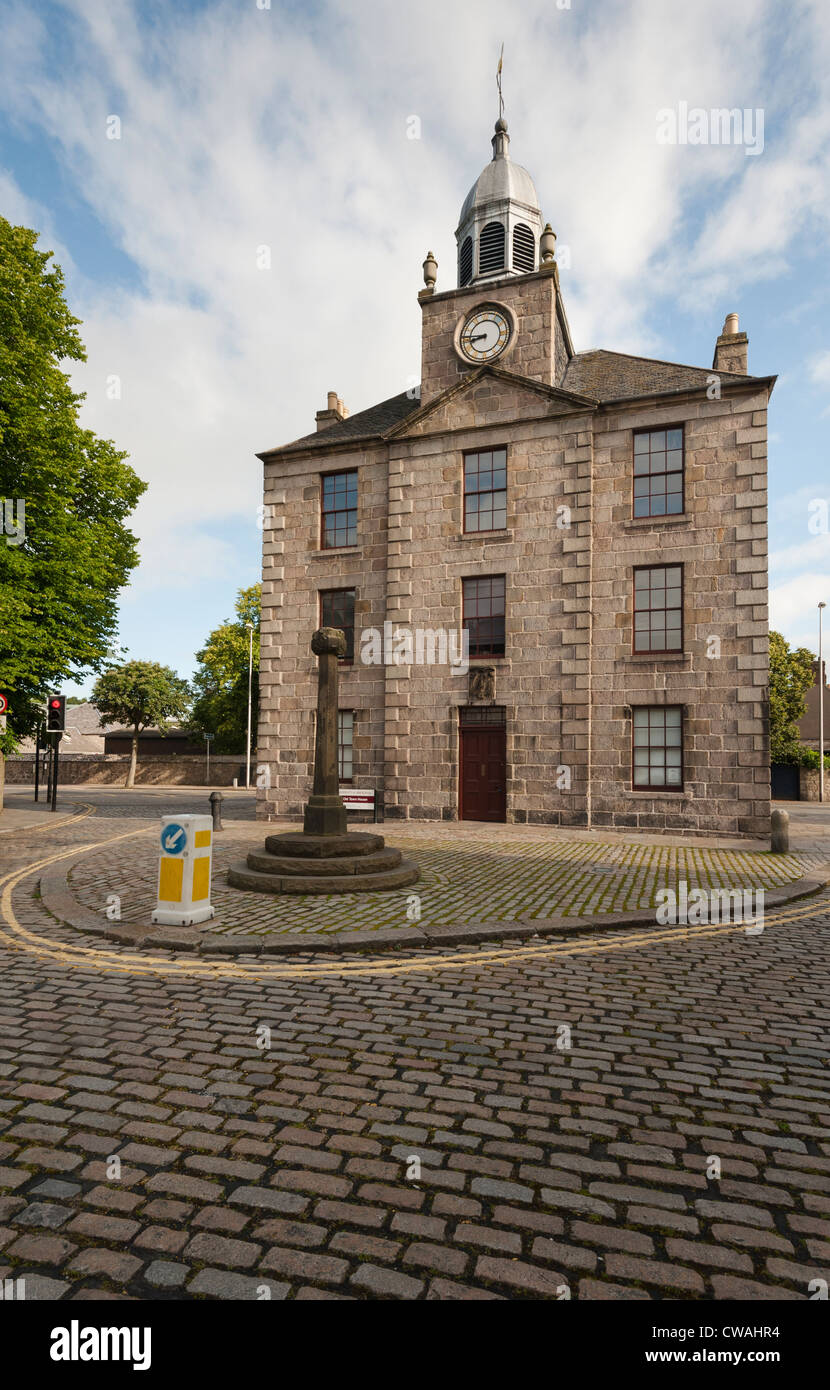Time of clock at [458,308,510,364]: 8:46
